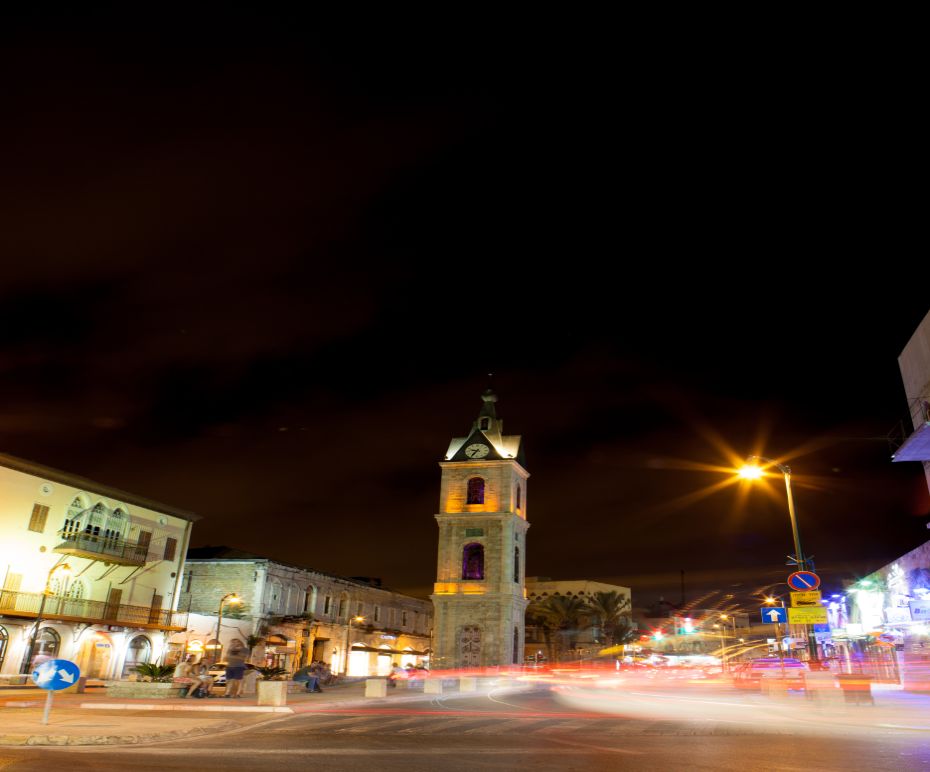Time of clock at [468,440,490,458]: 9:36
